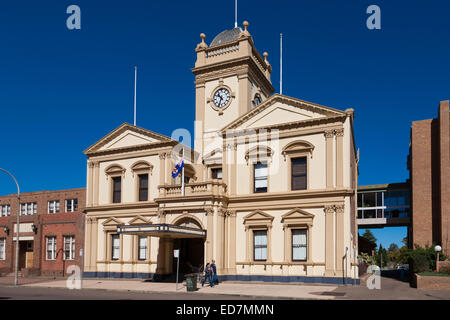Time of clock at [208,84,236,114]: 10:33
